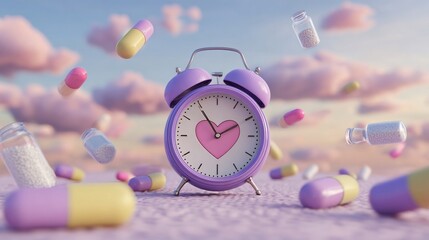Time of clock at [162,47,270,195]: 1:54
